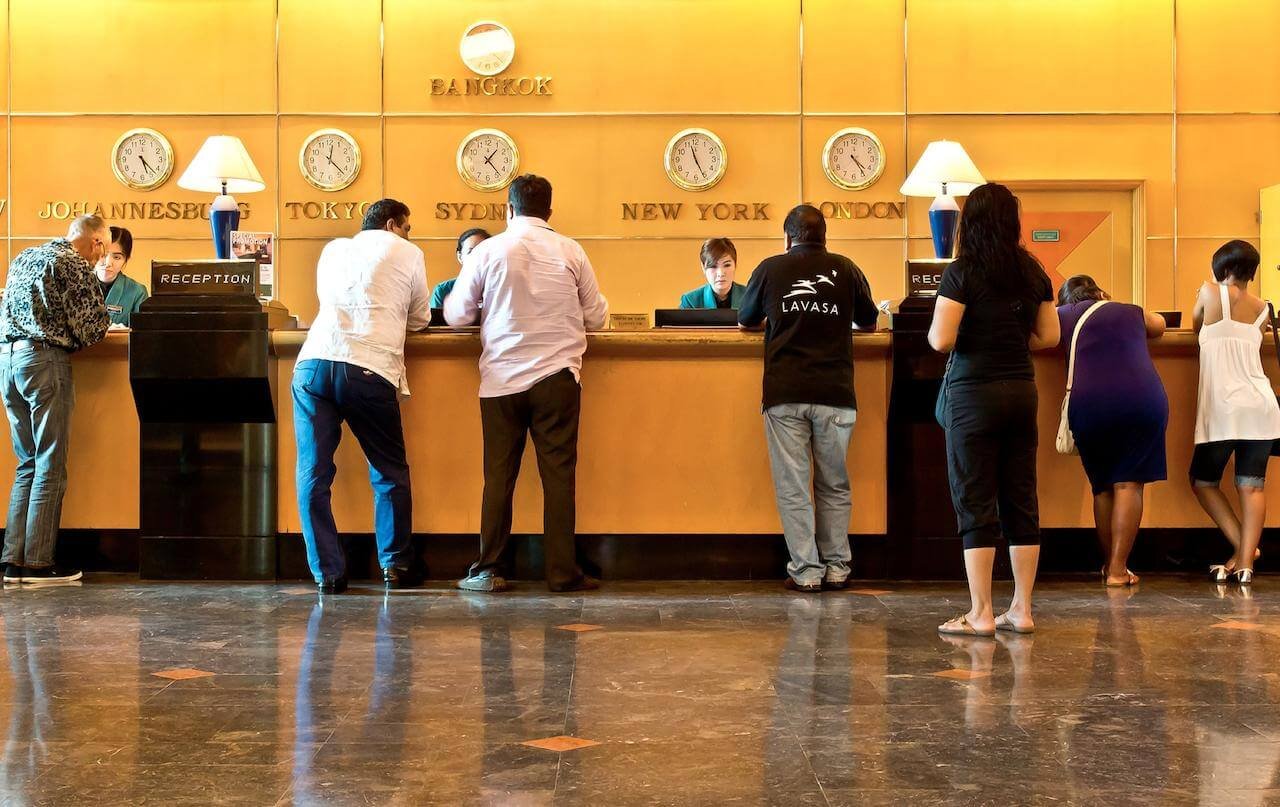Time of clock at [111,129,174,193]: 5:22
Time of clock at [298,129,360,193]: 12:22
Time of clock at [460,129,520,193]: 1:23
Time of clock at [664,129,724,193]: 11:25
